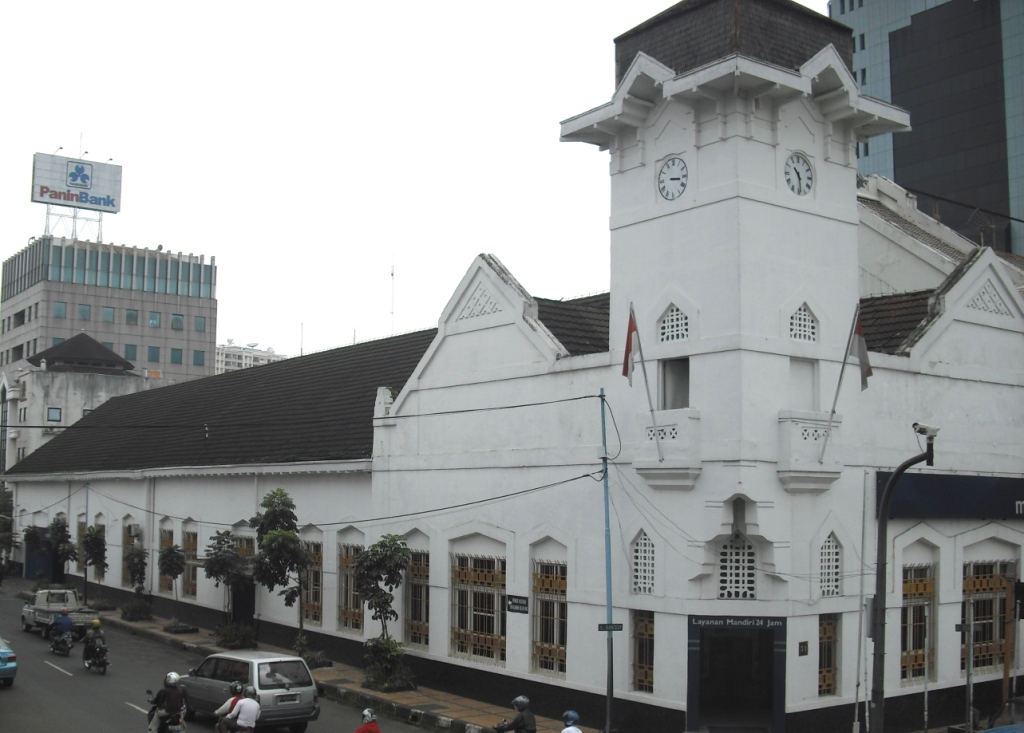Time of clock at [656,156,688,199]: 3:16
